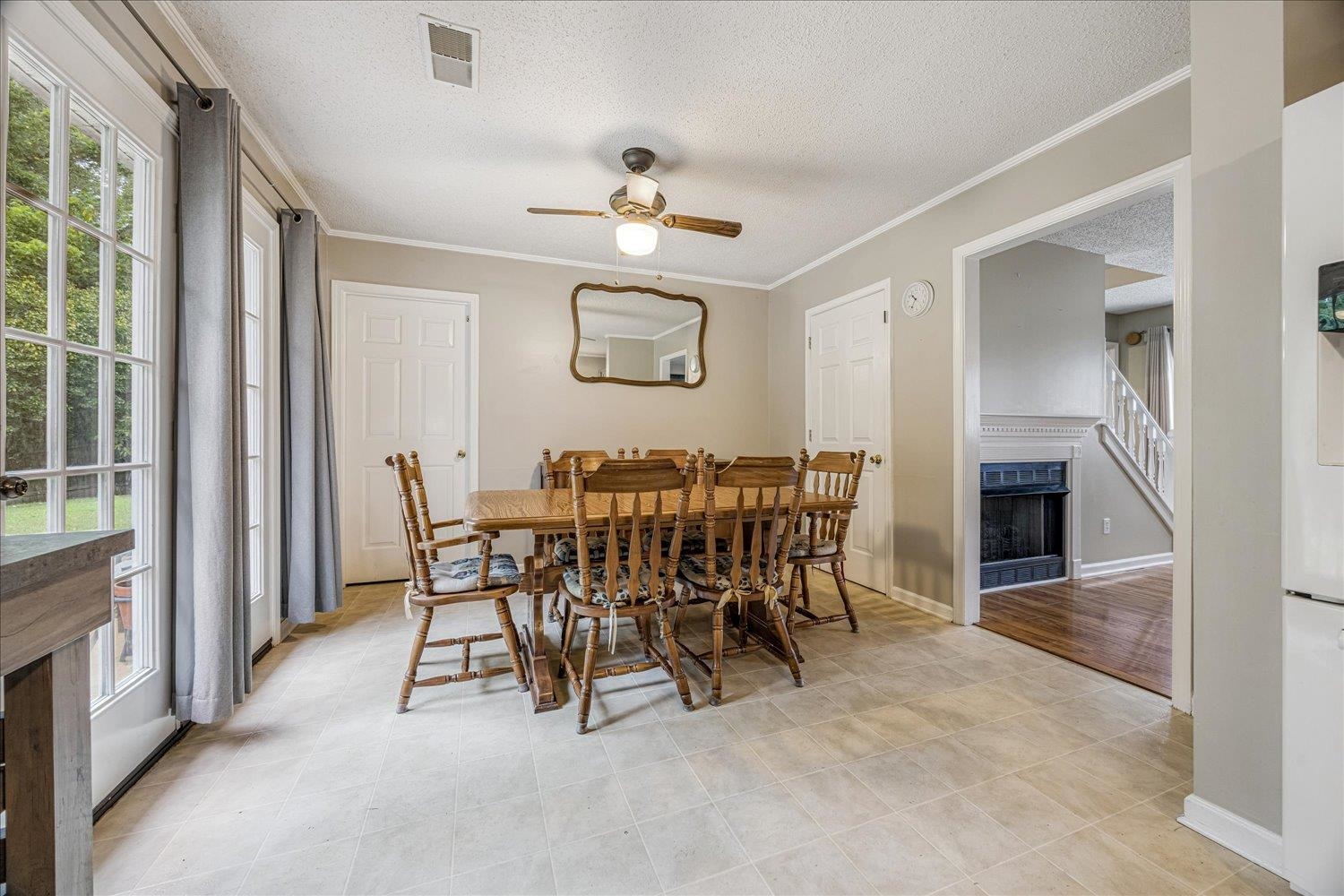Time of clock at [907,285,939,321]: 10:34
